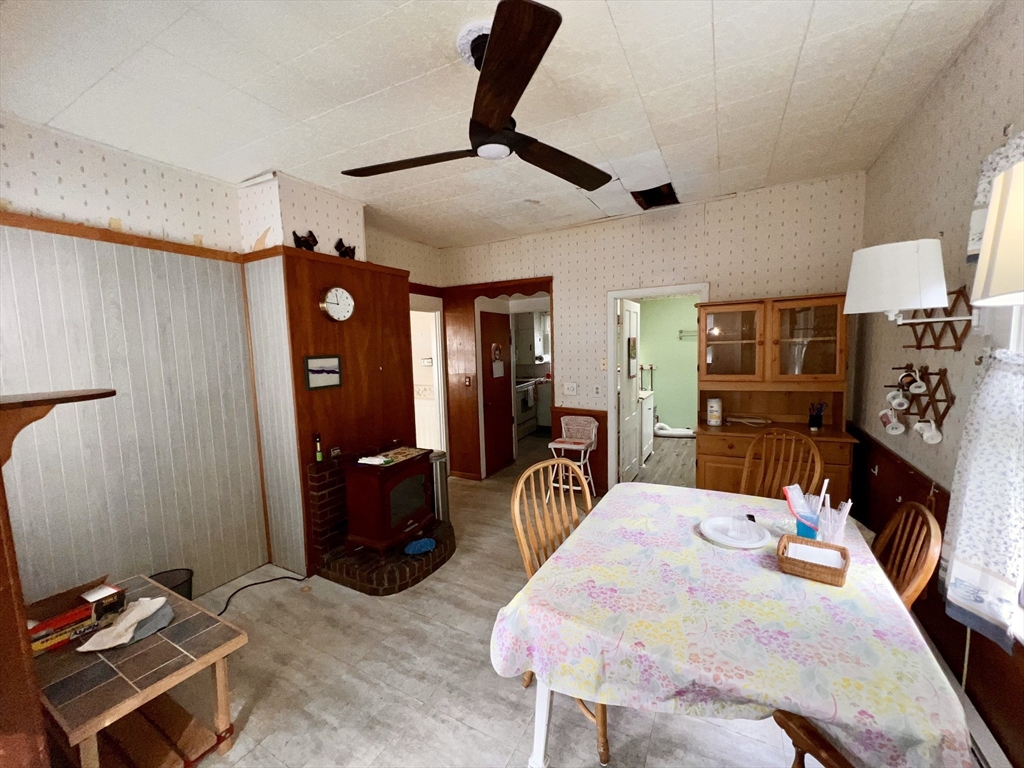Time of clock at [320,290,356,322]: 11:46
